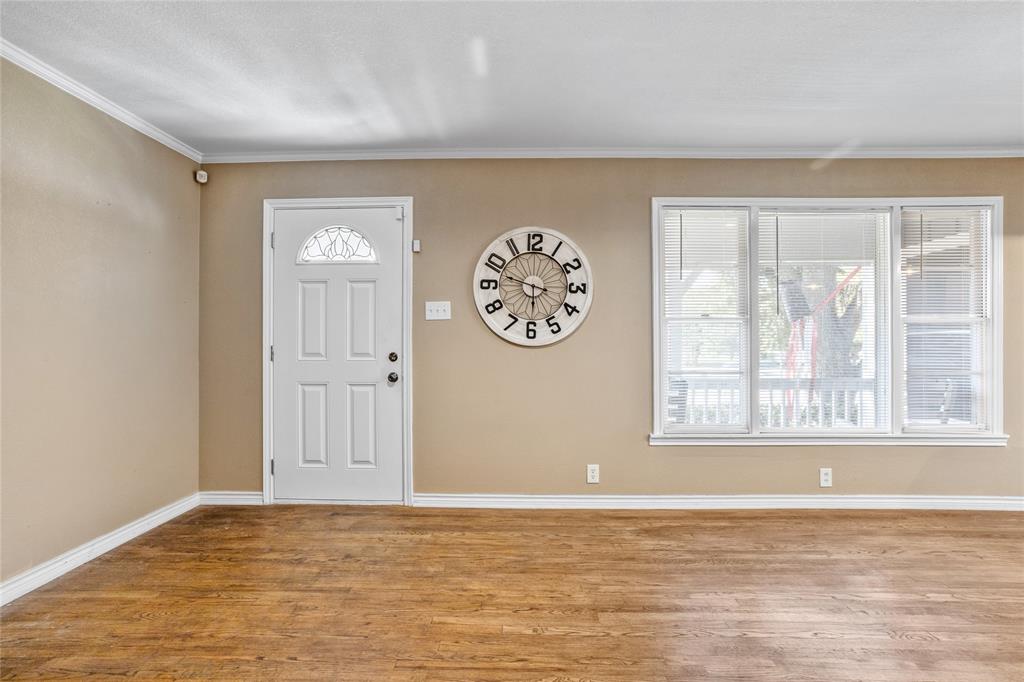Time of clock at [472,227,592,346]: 5:47
